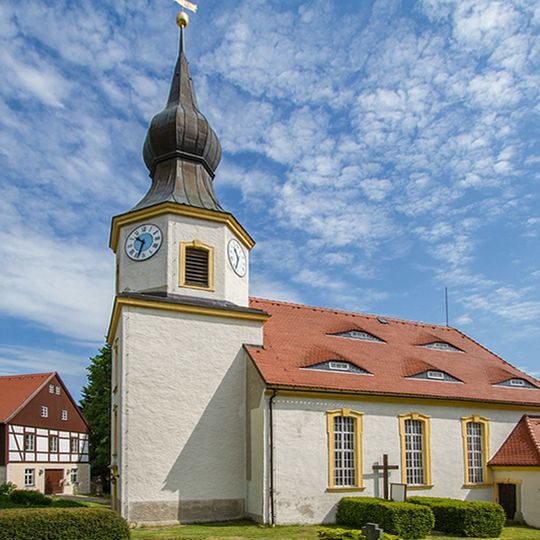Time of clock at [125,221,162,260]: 10:33
